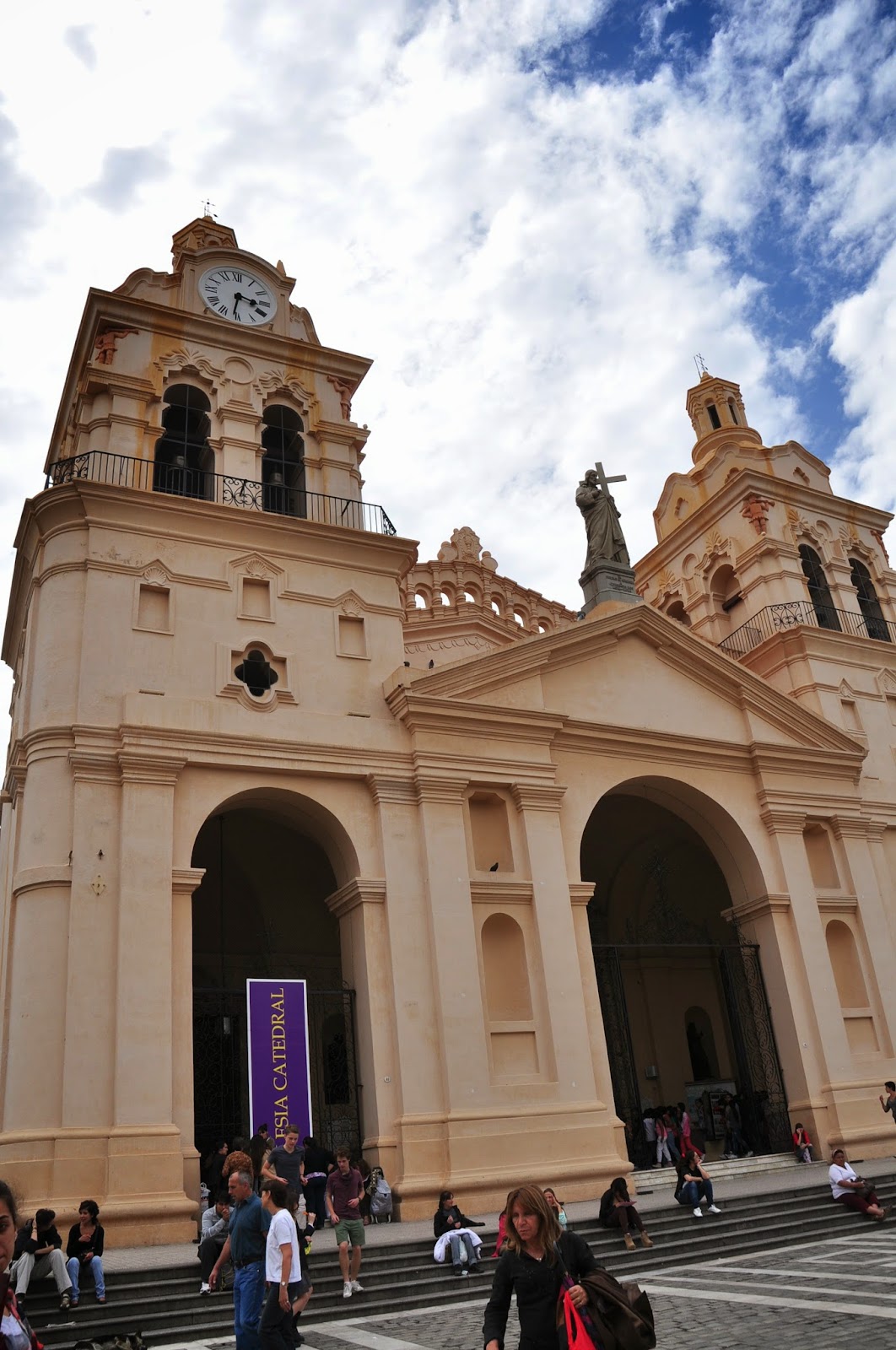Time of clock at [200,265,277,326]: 3:31
